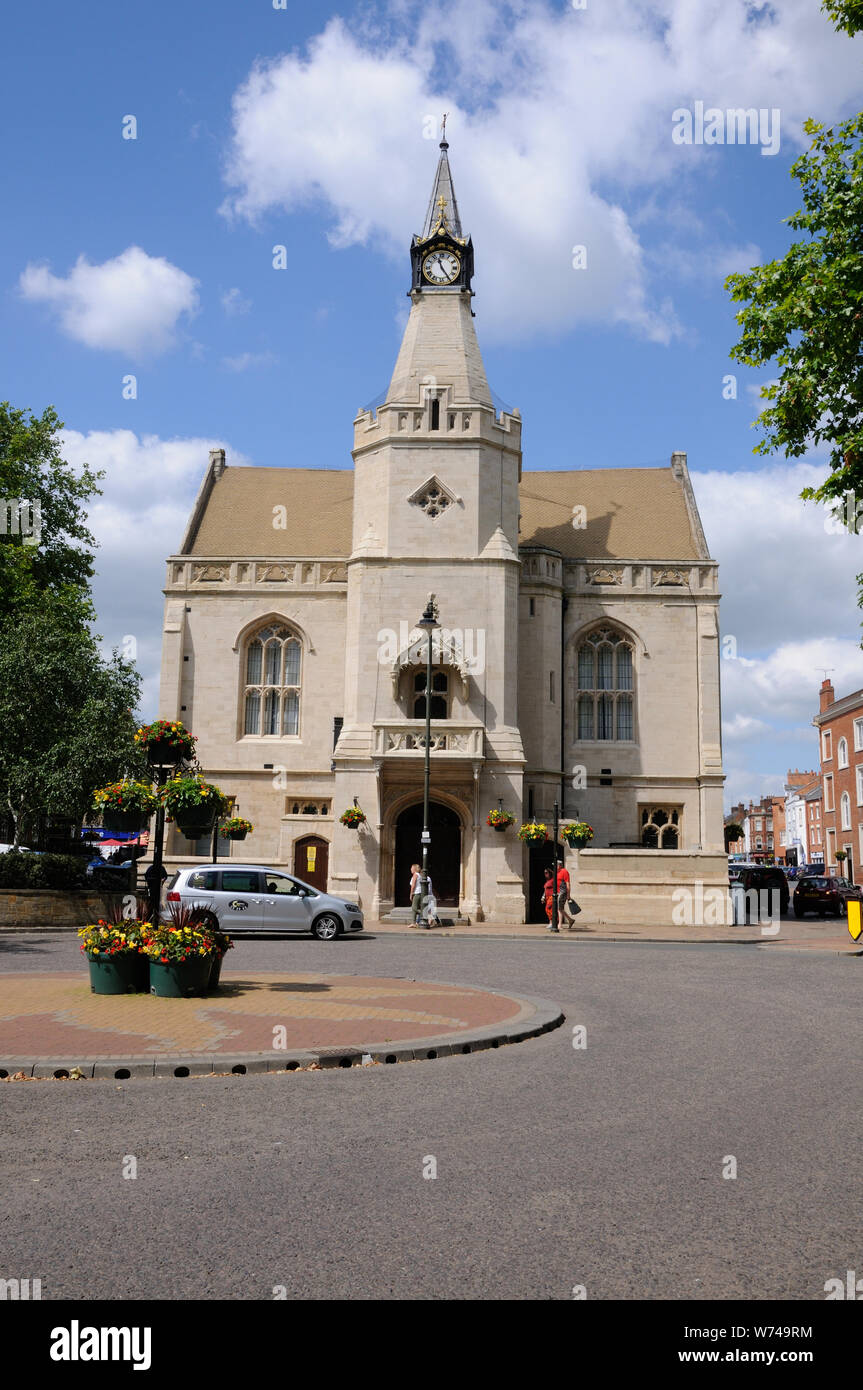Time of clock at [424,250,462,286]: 11:24
